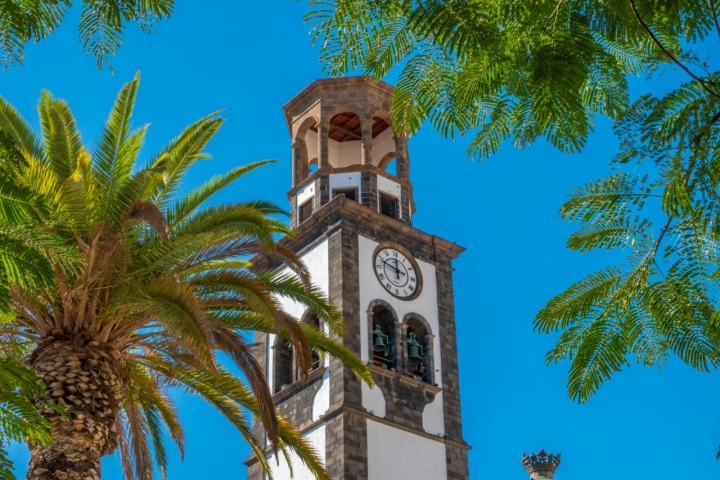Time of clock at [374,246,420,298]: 11:48
